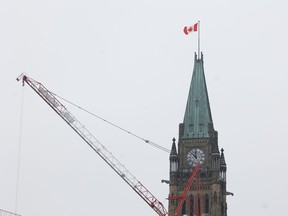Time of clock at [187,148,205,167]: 11:52
